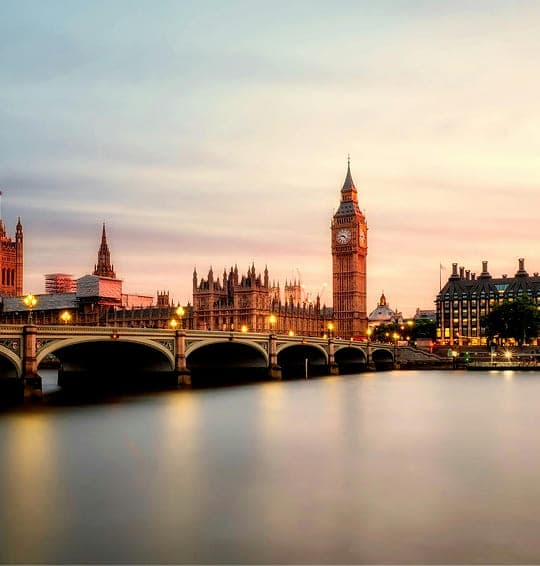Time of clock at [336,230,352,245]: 9:22
